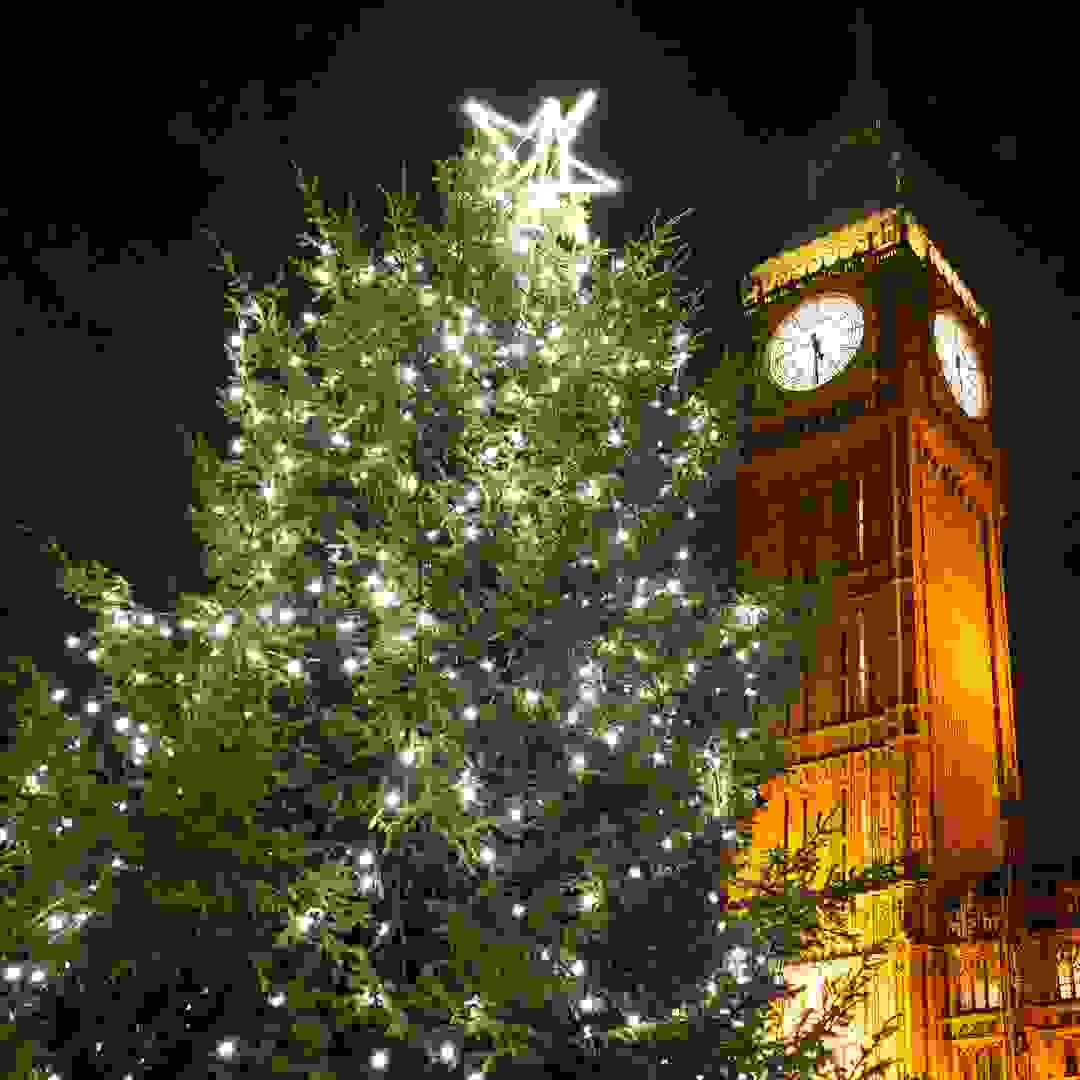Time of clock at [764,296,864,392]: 5:30
